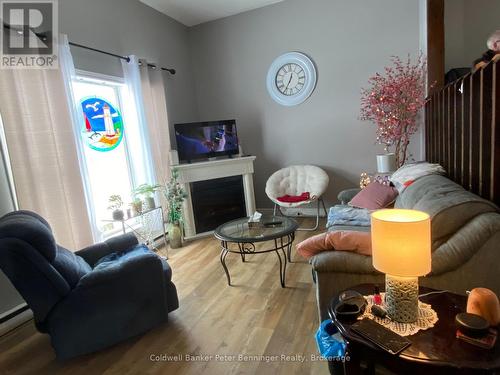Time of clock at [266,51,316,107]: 12:34
